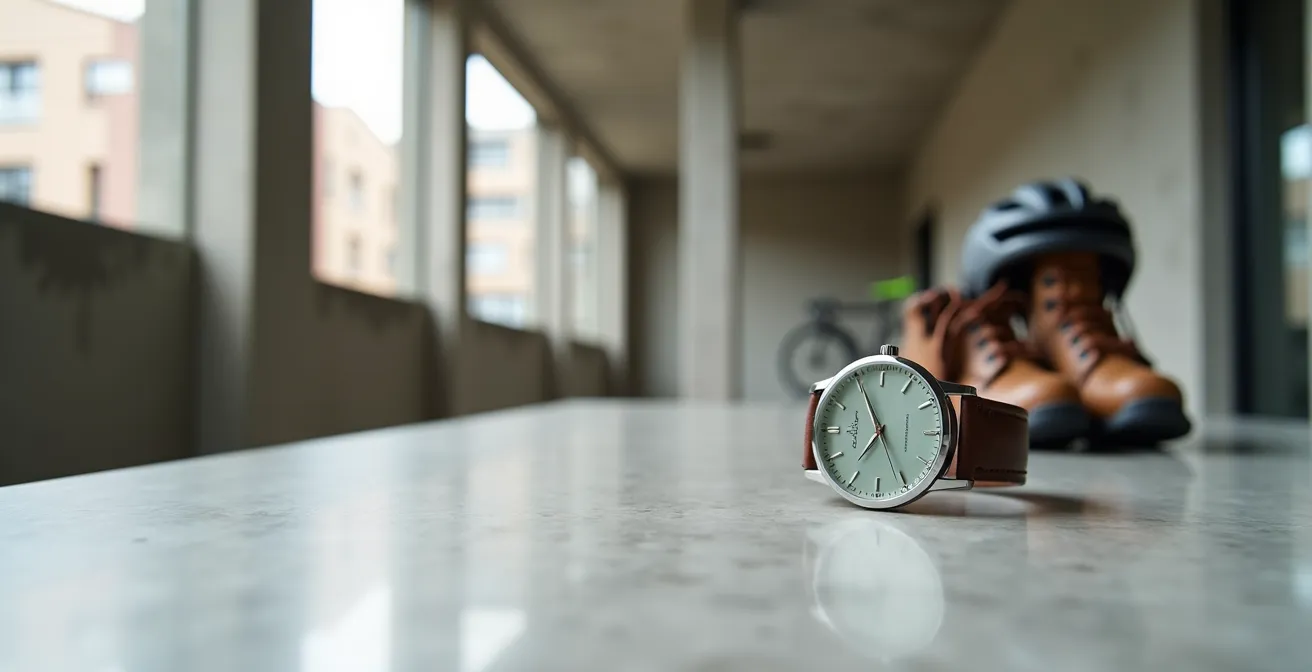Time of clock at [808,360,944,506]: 6:55
